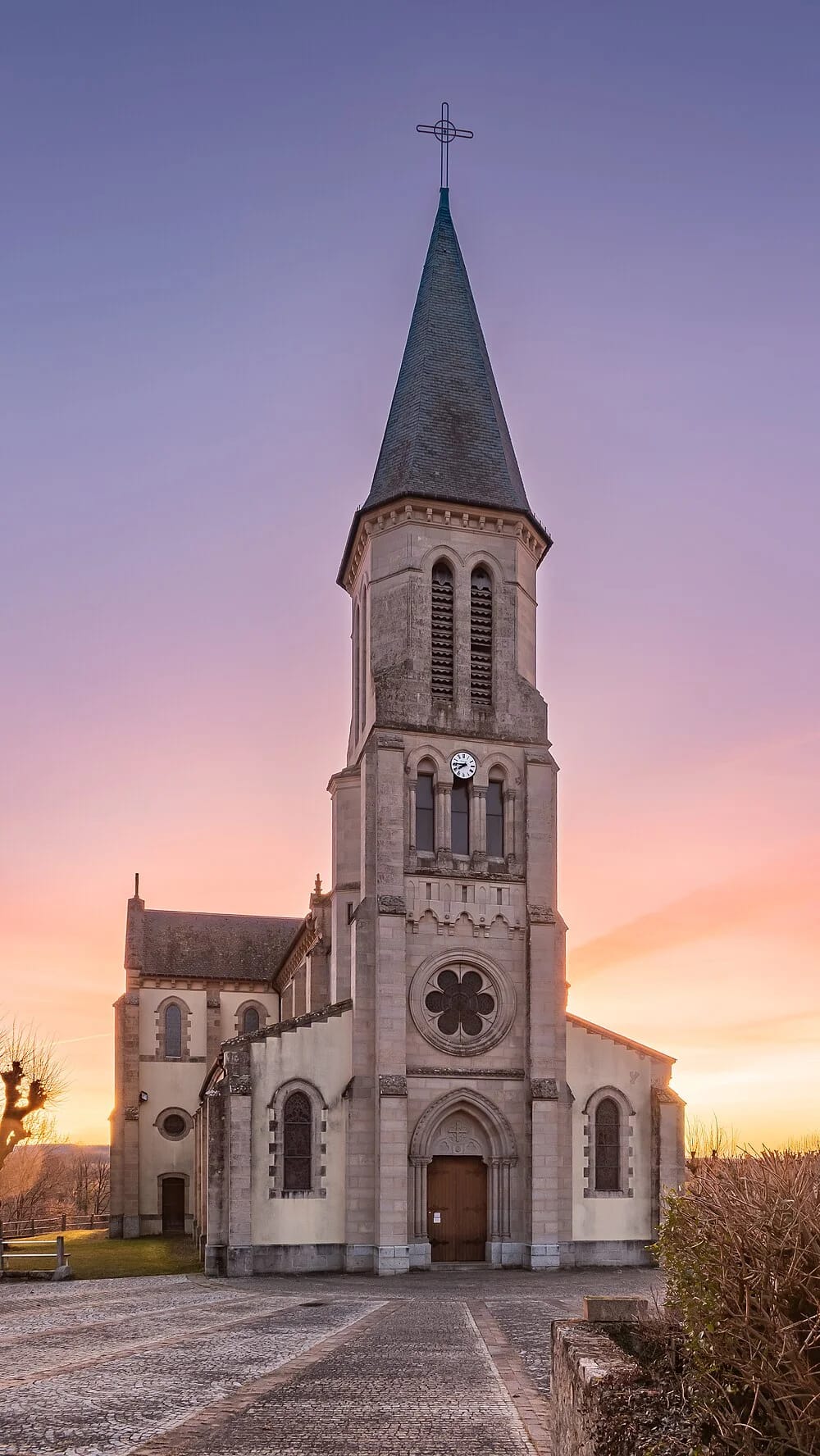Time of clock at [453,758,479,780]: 7:45
